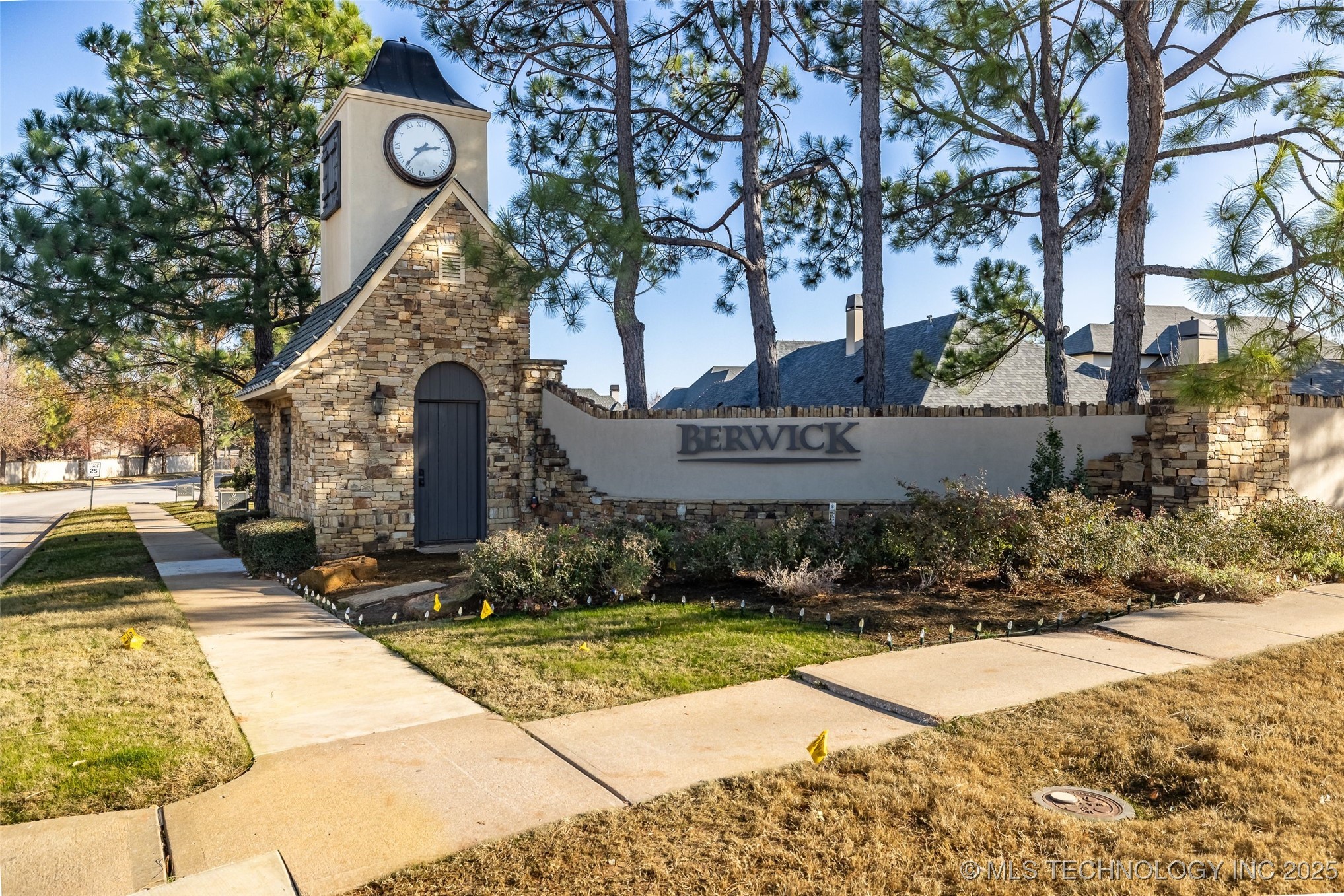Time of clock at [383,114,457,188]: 2:36
